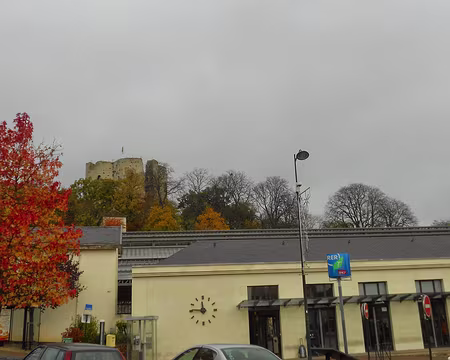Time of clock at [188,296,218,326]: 11:45
